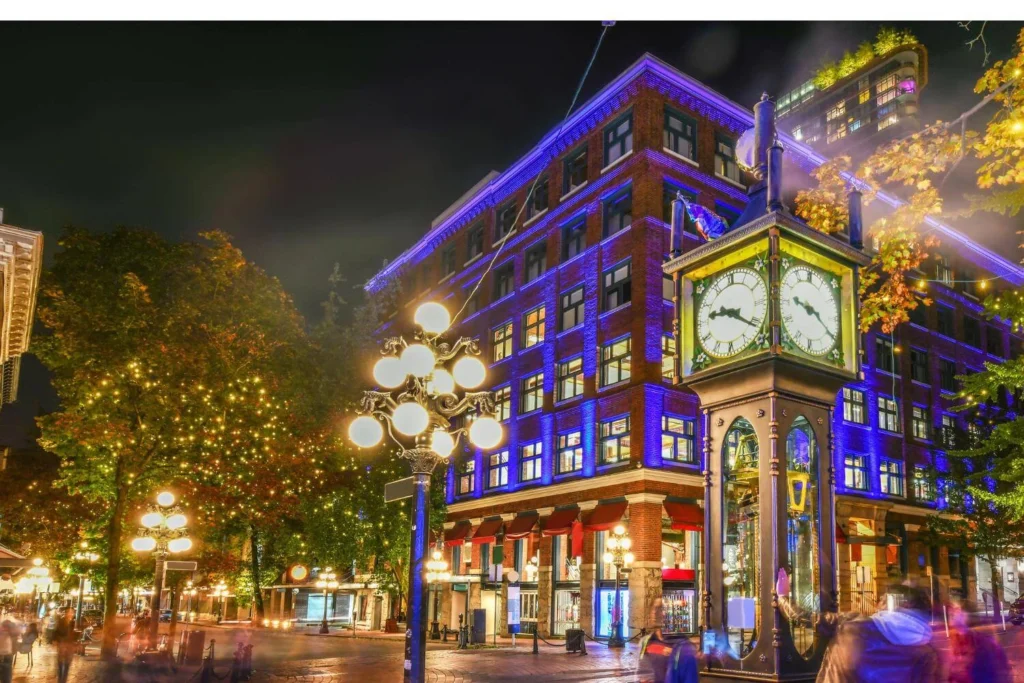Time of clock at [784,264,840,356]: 9:20
